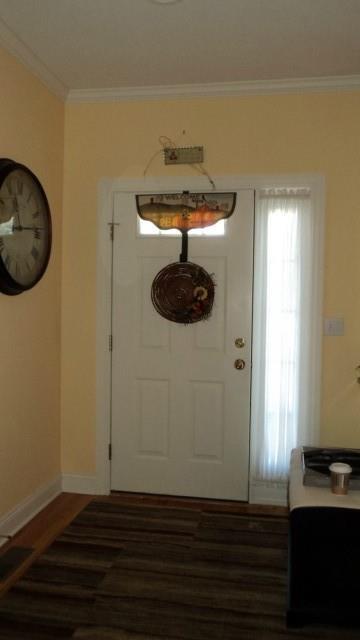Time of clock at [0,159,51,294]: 11:13
